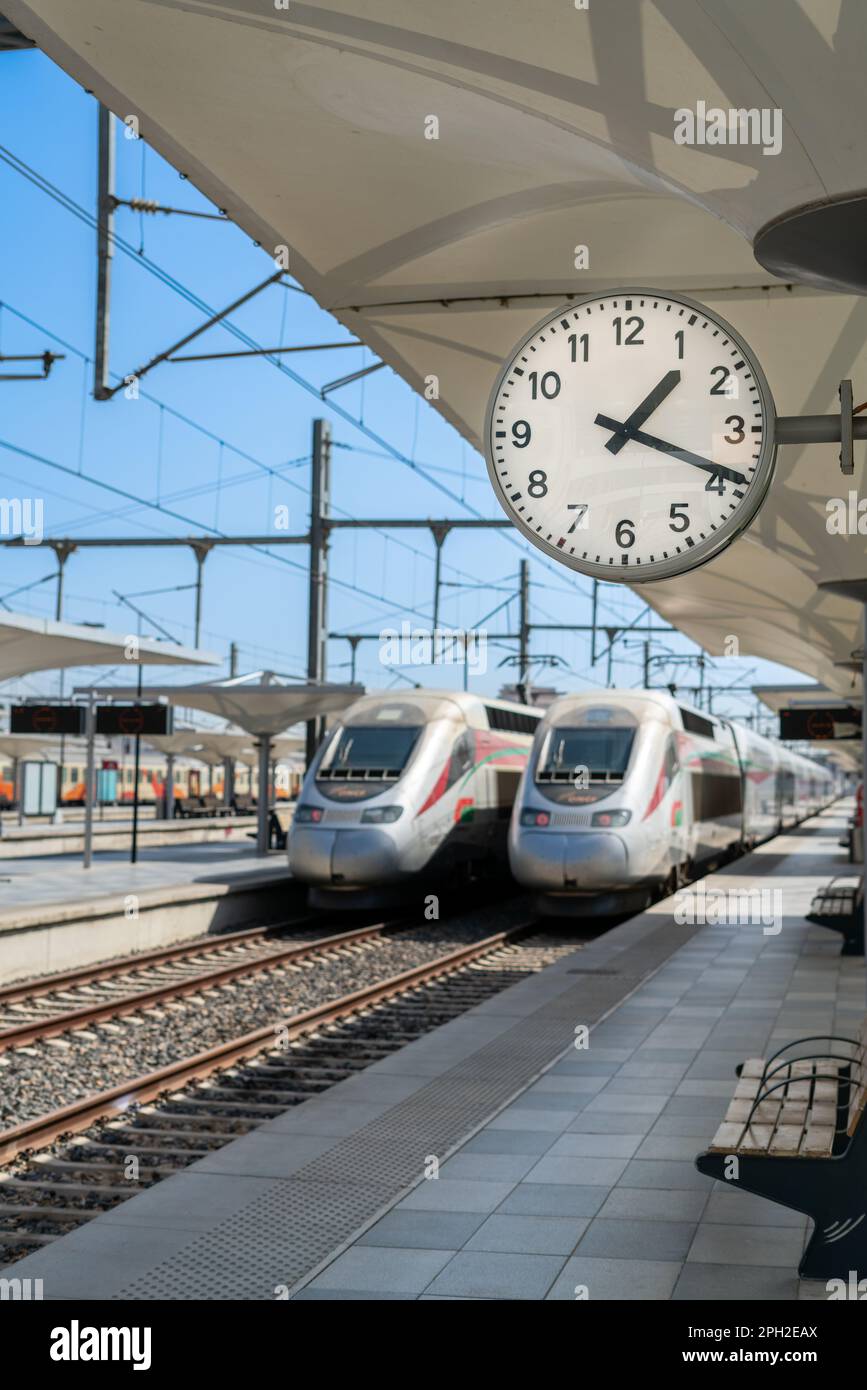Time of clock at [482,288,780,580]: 1:18
